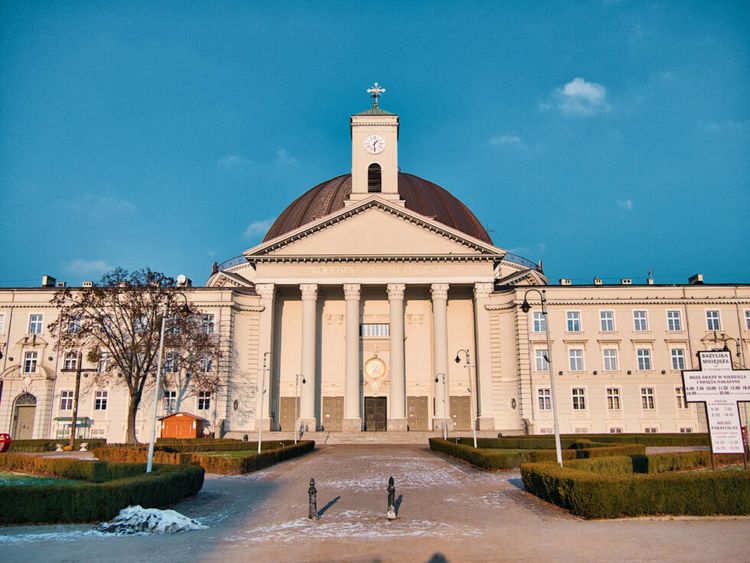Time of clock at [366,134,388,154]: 1:30
